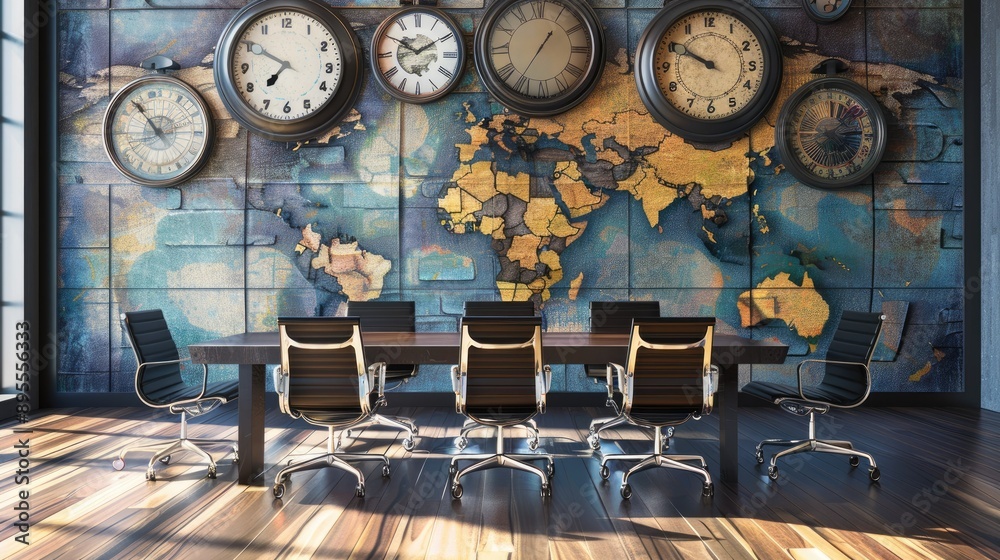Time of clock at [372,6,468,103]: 10:09
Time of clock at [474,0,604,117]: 1:36
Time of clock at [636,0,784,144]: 9:50
